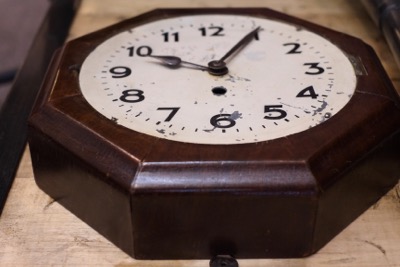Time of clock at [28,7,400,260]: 10:05
